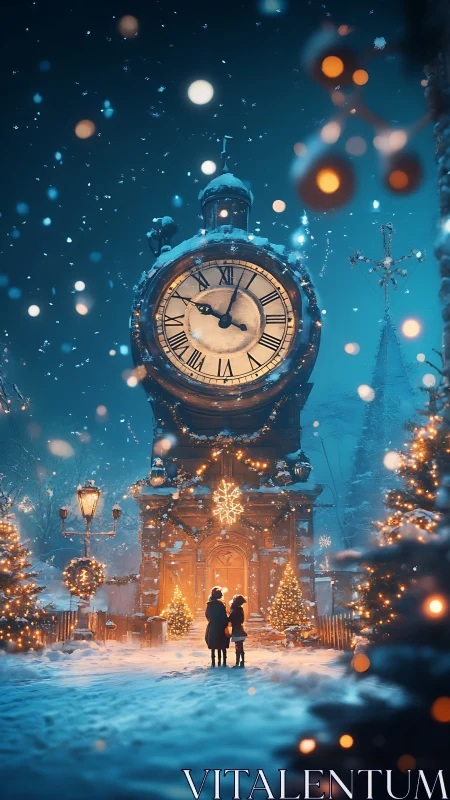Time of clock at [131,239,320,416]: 10:02
